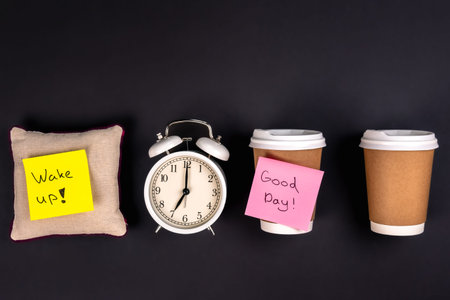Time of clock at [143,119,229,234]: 7:00
